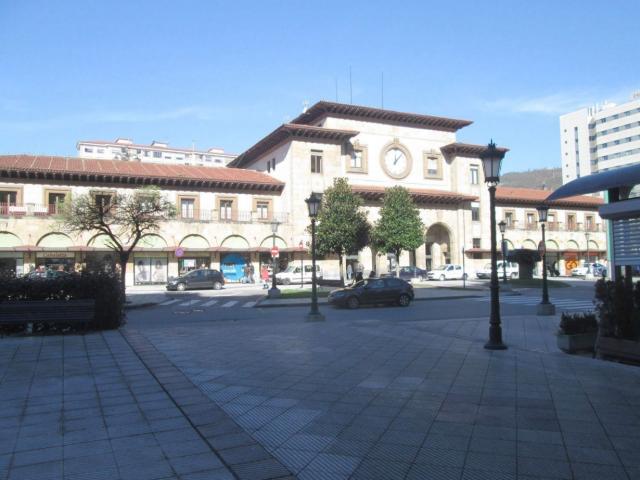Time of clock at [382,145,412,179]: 12:06
